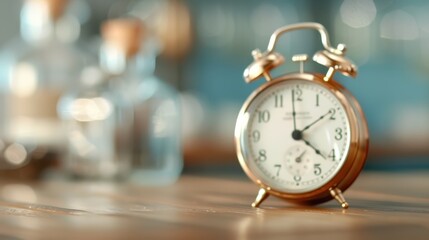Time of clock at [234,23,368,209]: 4:09
